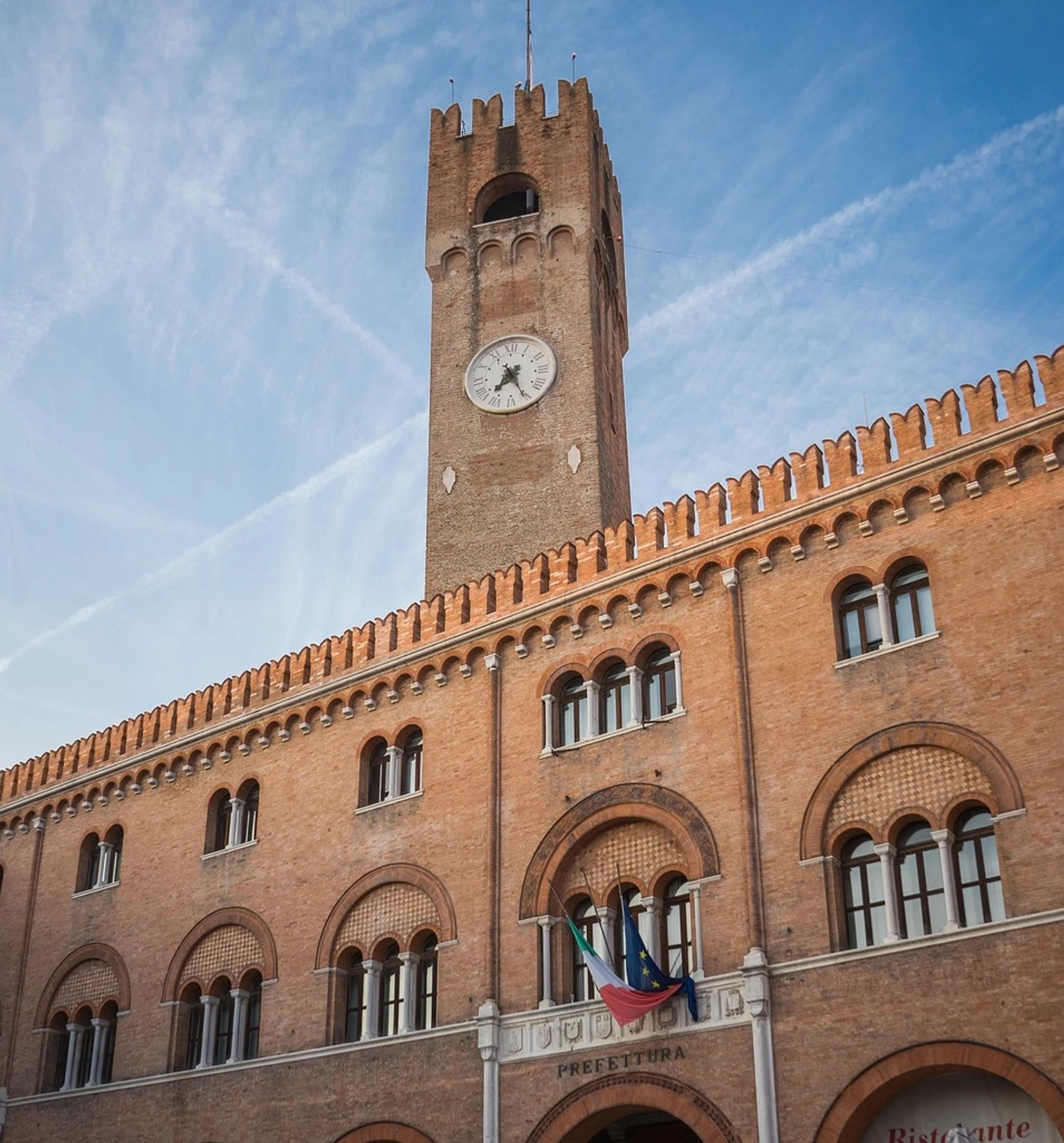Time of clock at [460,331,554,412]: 7:25
